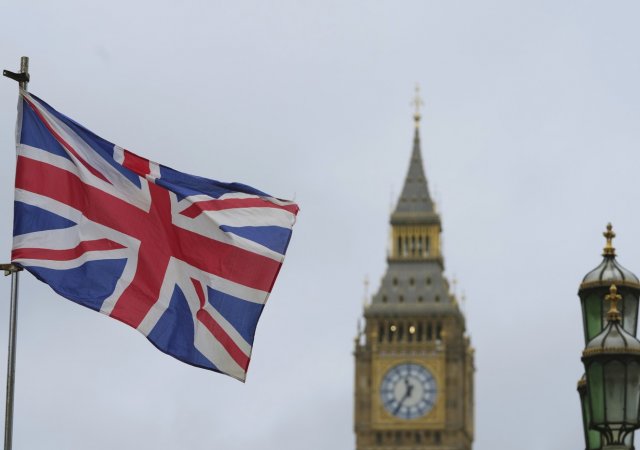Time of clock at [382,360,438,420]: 11:35
